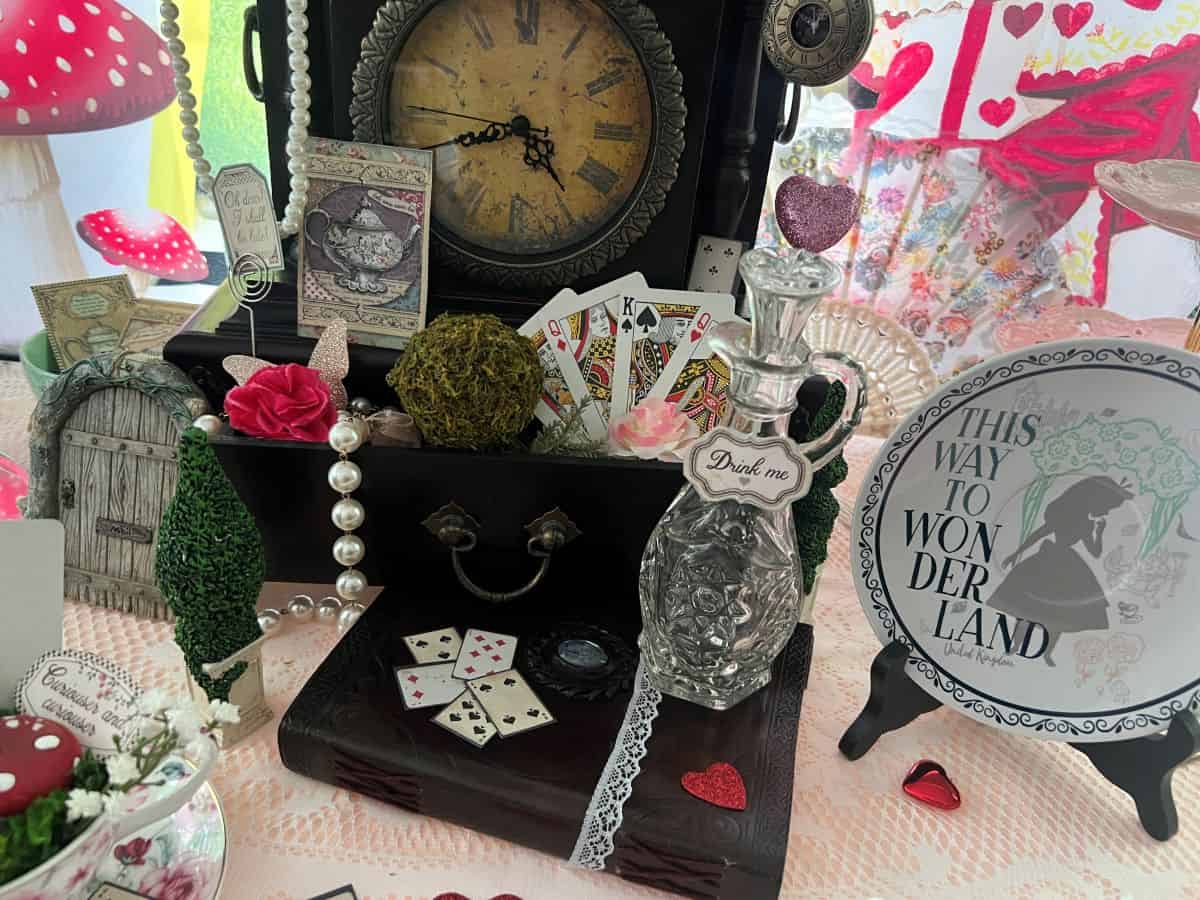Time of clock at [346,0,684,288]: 4:42
